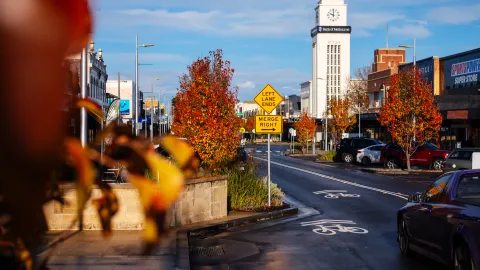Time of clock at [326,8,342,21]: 10:00
